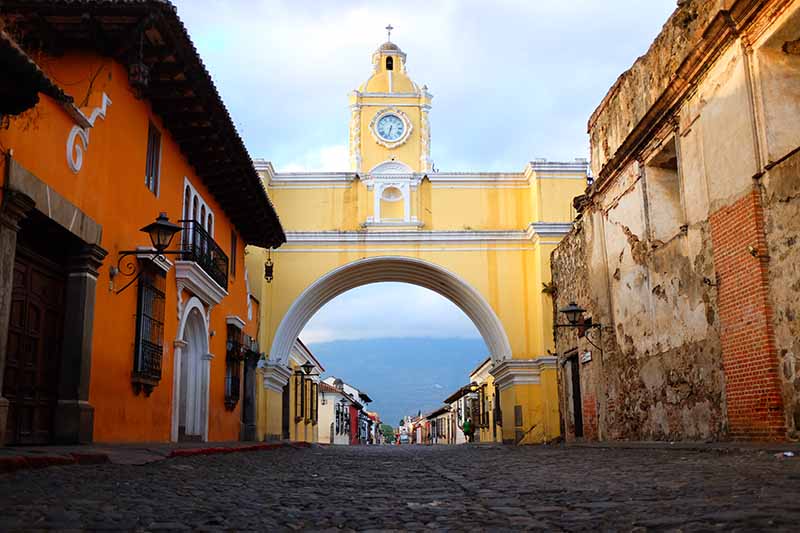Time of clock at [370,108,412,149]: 6:32
